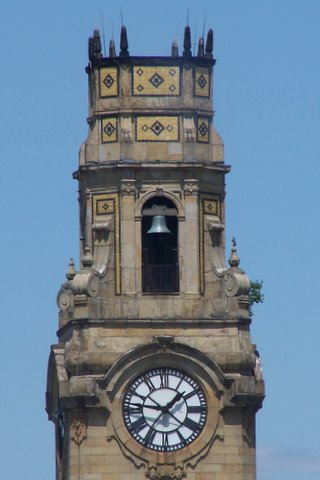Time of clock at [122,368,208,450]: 1:46
